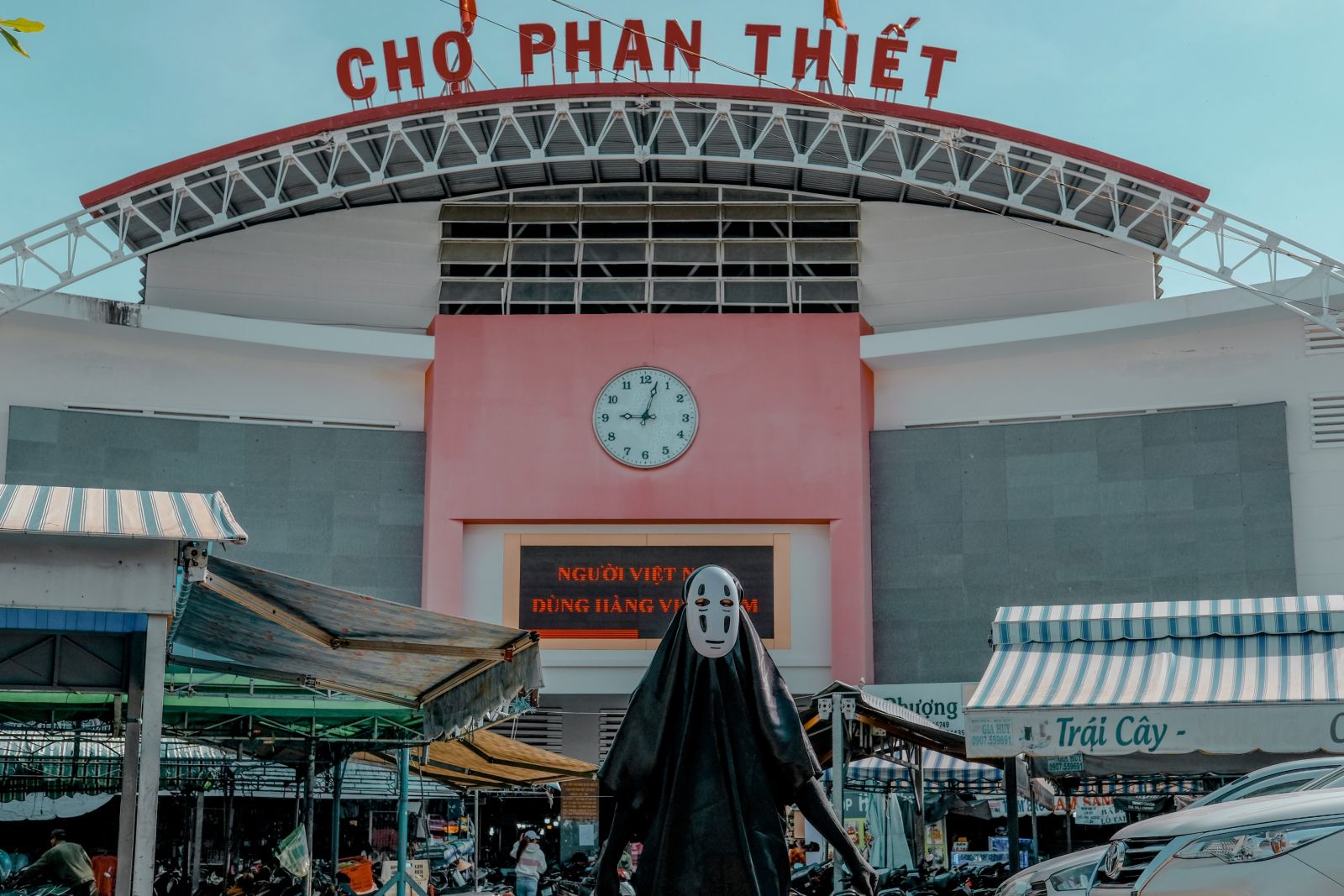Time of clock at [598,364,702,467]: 9:02
